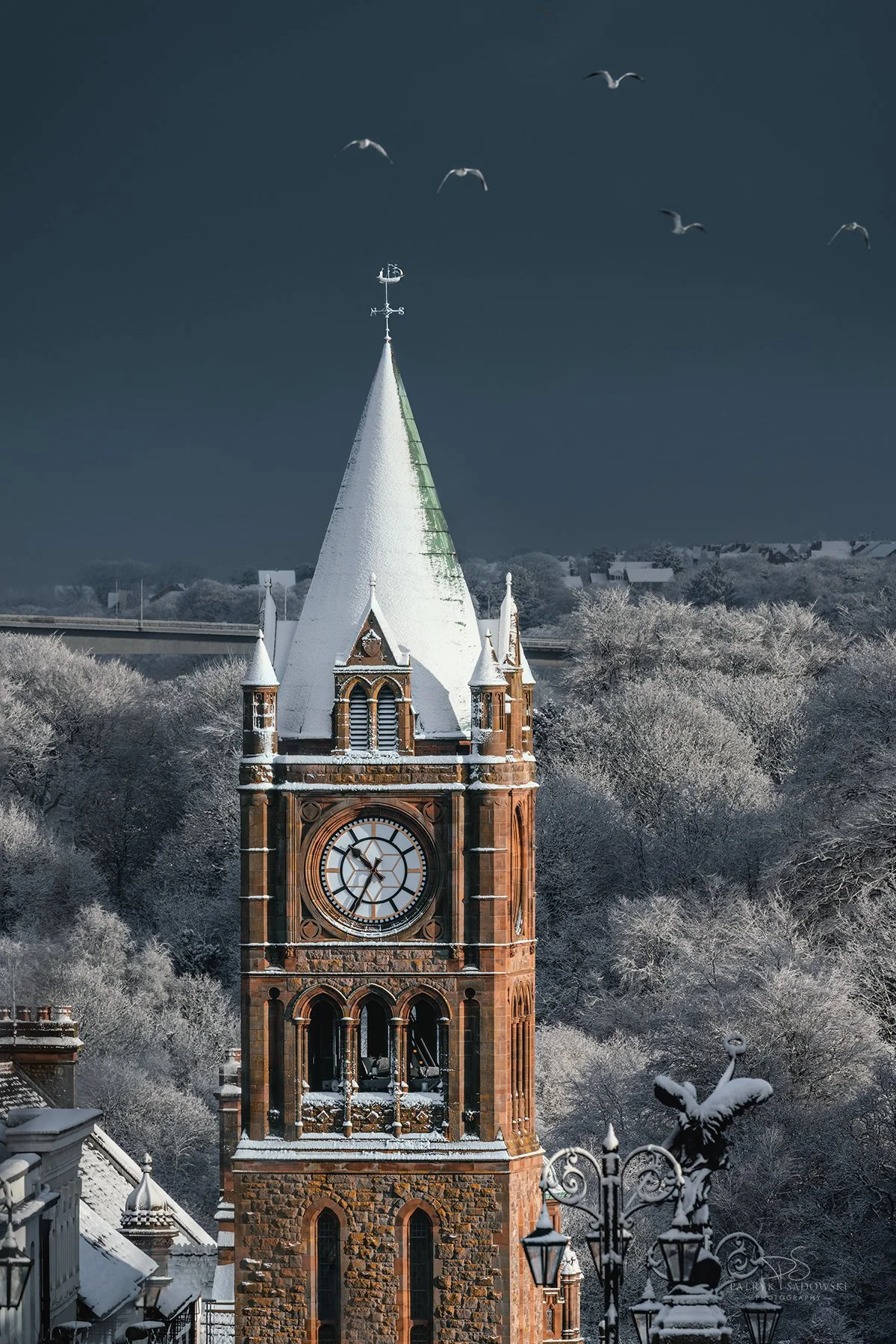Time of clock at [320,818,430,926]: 10:34
